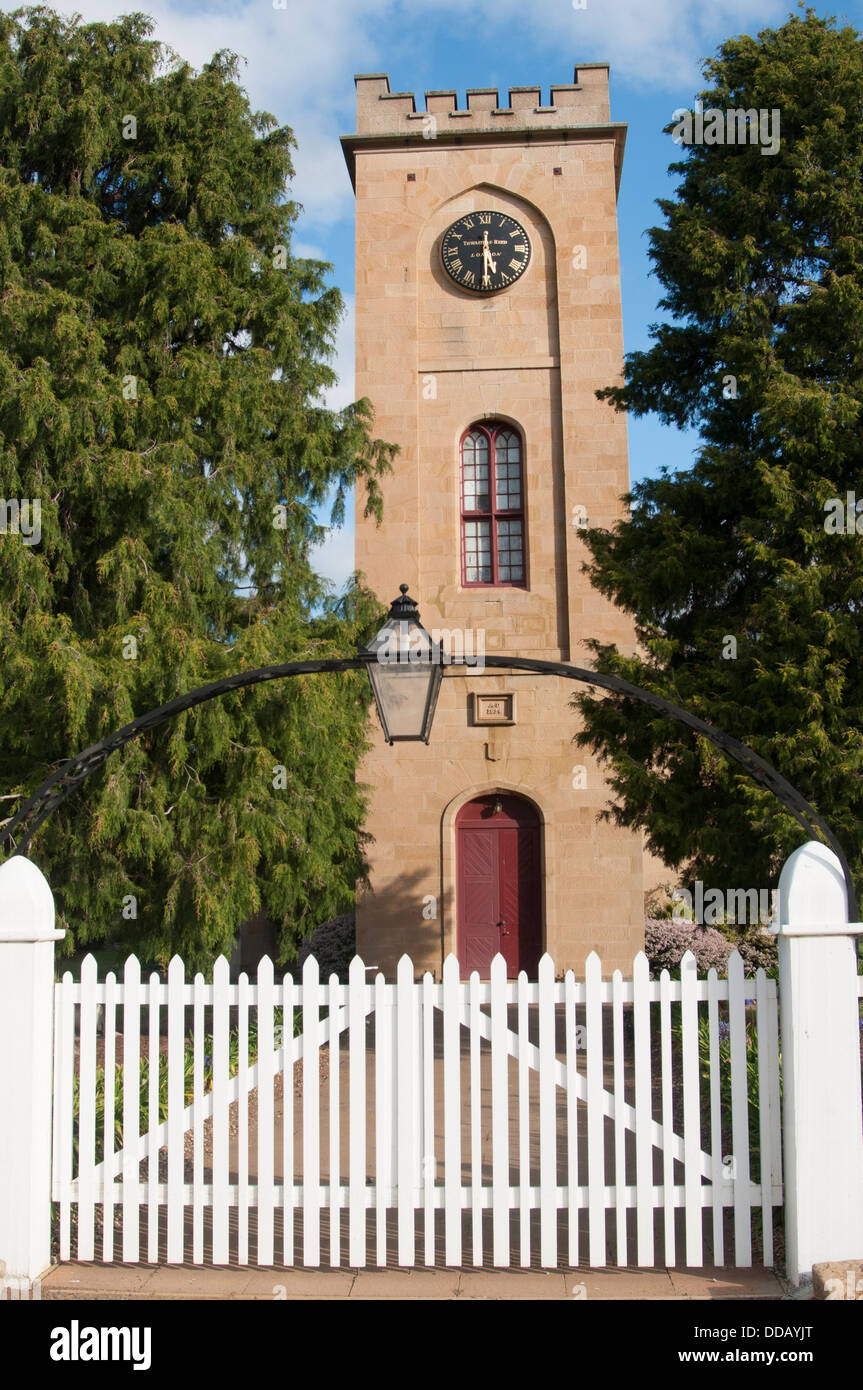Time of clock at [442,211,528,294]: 5:30
